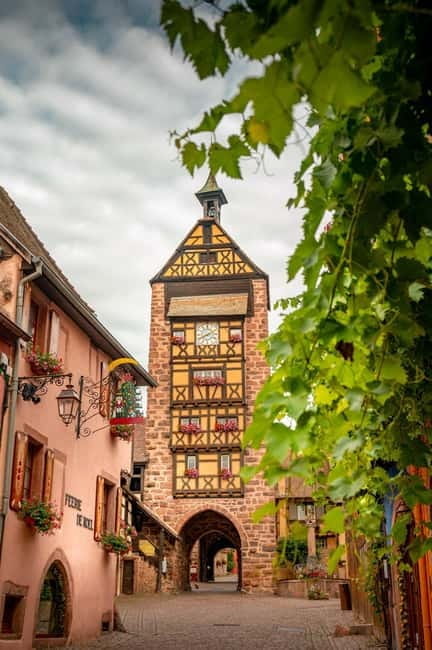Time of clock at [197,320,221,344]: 8:11
